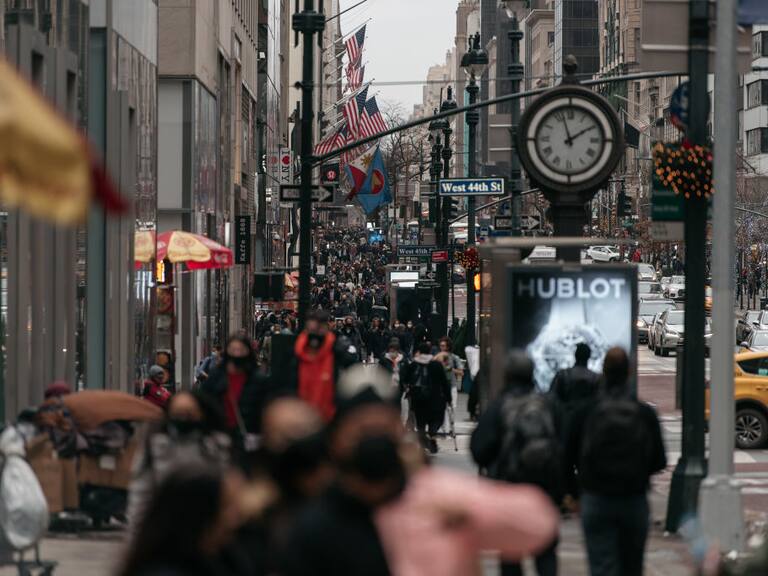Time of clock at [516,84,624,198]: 1:57
